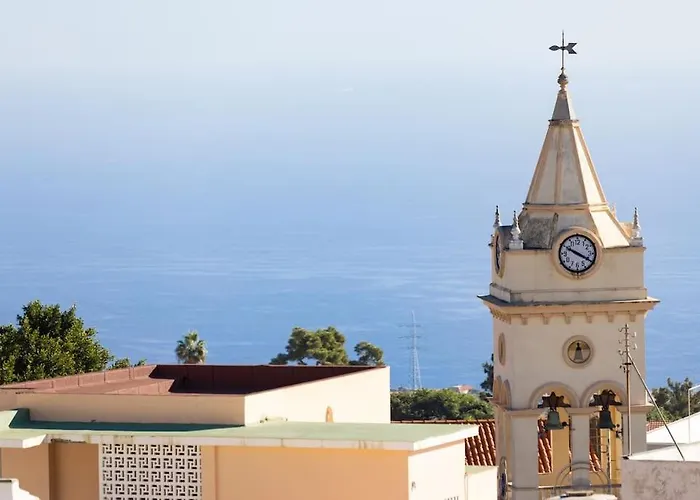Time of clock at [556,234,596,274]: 3:49
